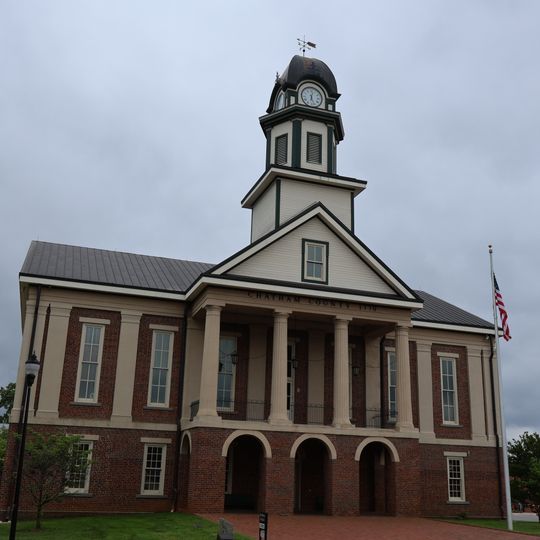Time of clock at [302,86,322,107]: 12:26
